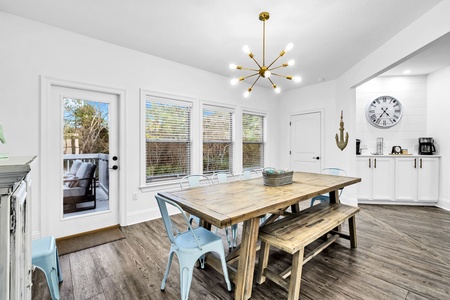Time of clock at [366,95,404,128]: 4:35
